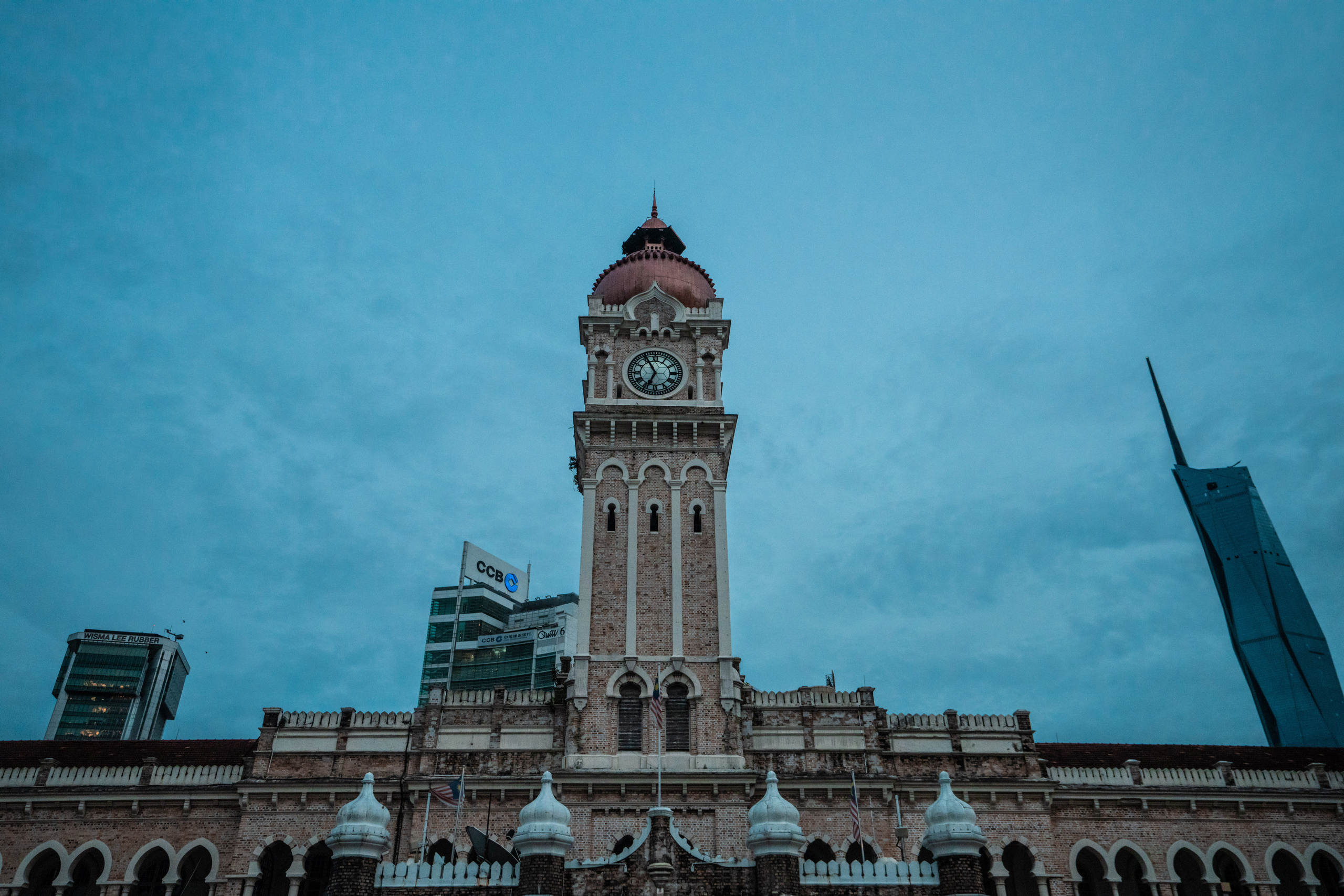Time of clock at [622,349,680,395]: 6:55
